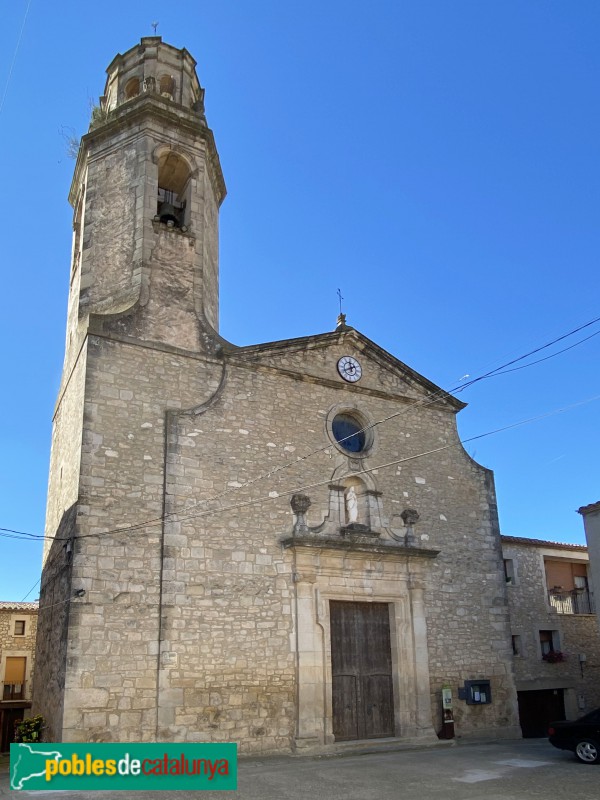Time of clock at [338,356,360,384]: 11:40
